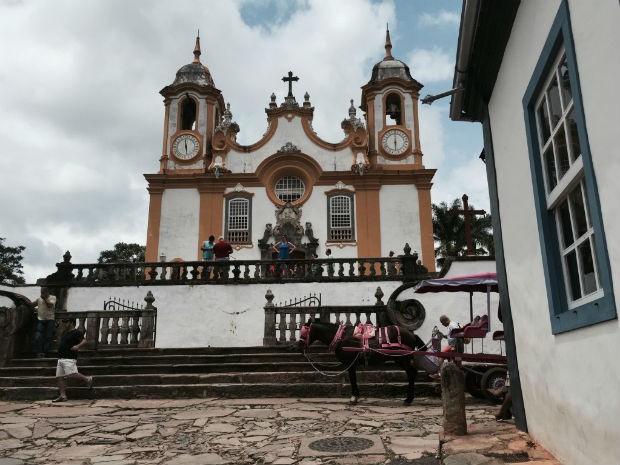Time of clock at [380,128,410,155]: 5:59
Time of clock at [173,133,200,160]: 5:59
